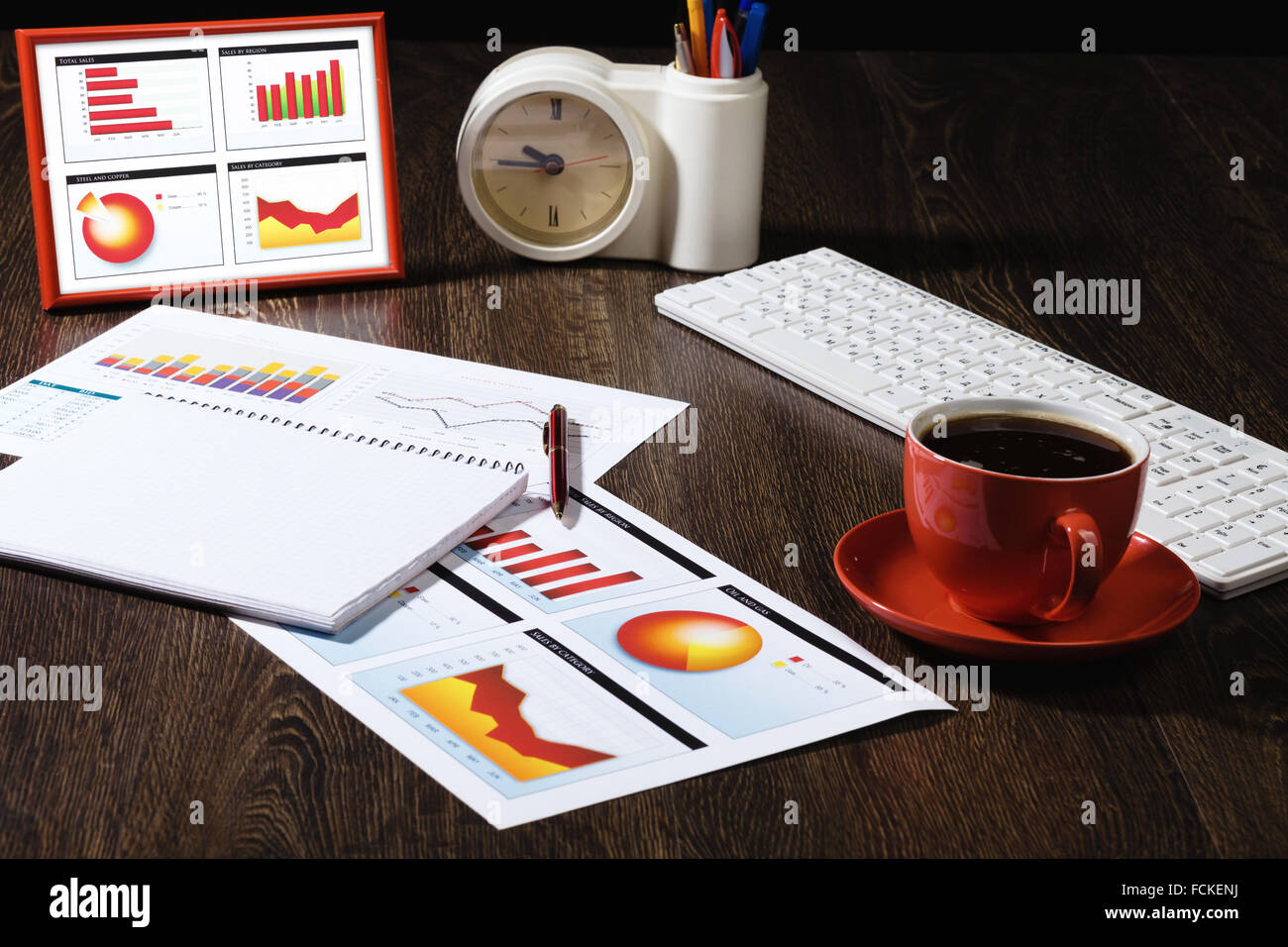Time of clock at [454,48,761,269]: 9:44
